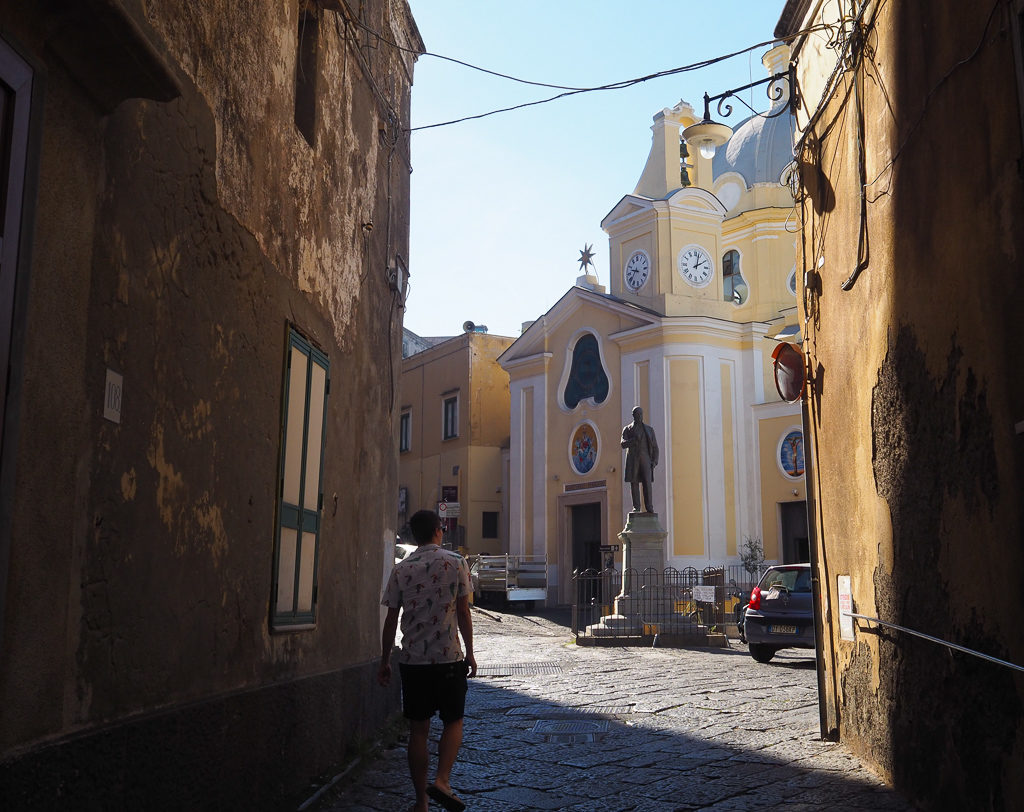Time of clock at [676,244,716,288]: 2:02
